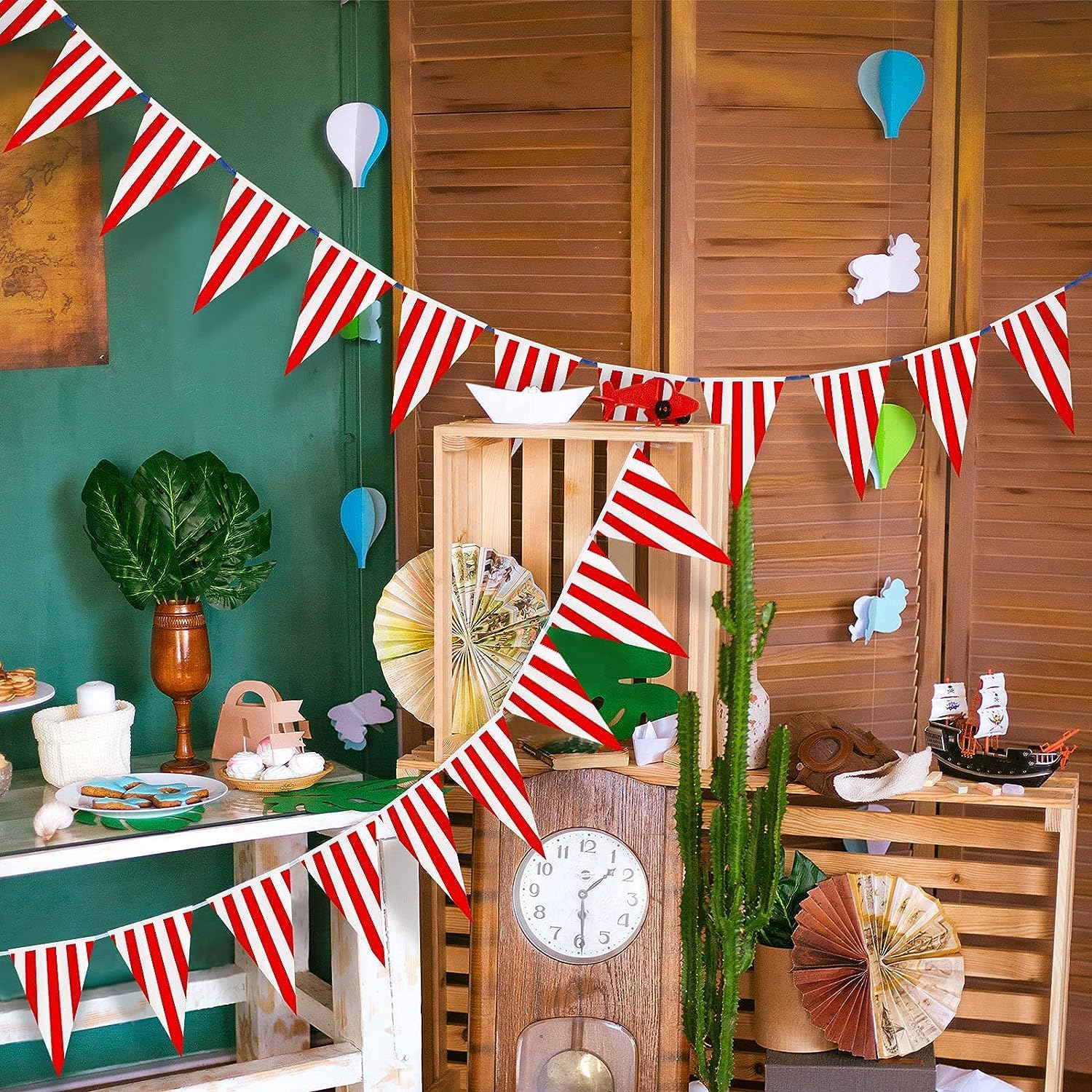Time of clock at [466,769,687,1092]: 1:29
